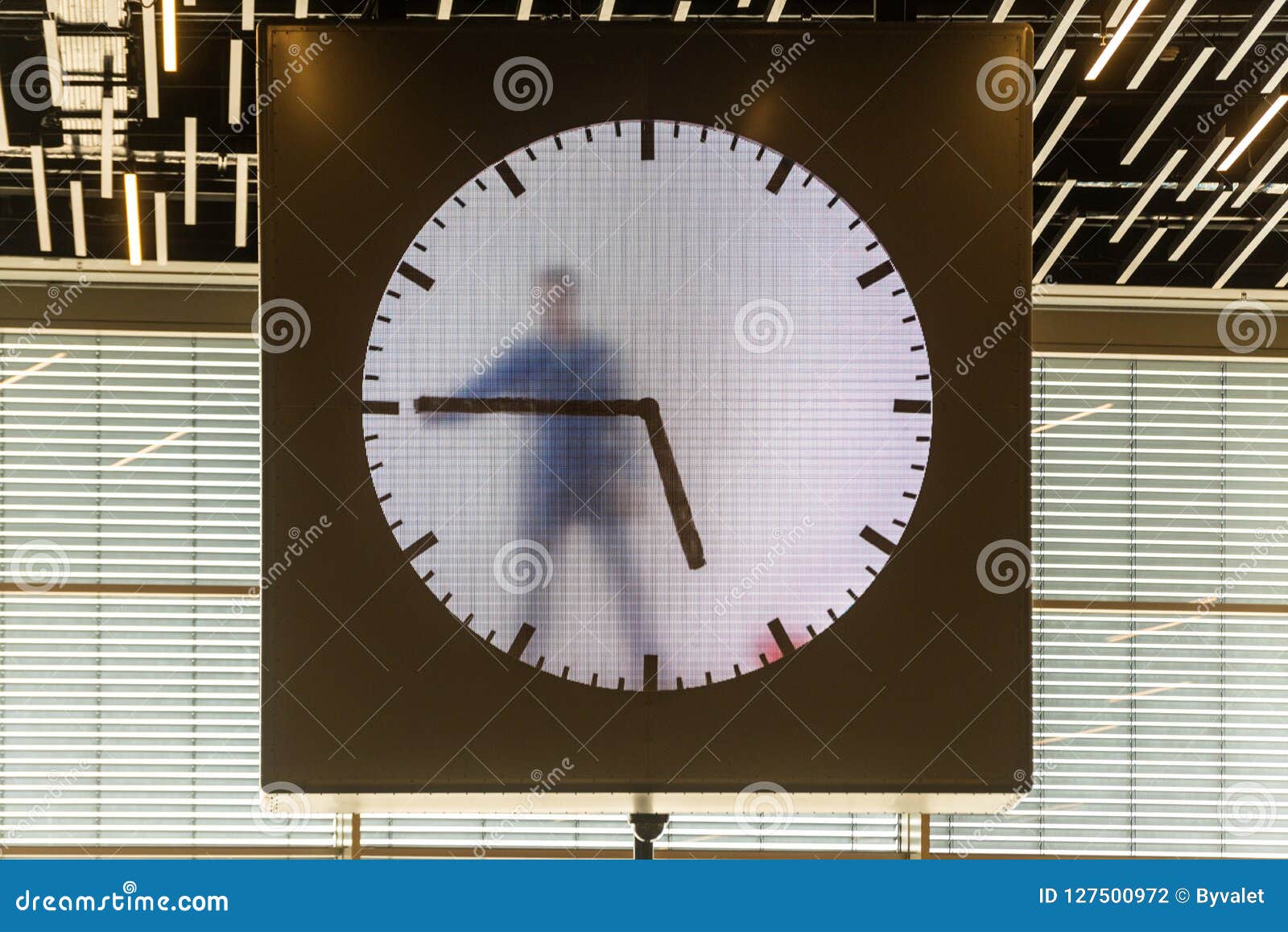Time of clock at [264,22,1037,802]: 5:45
